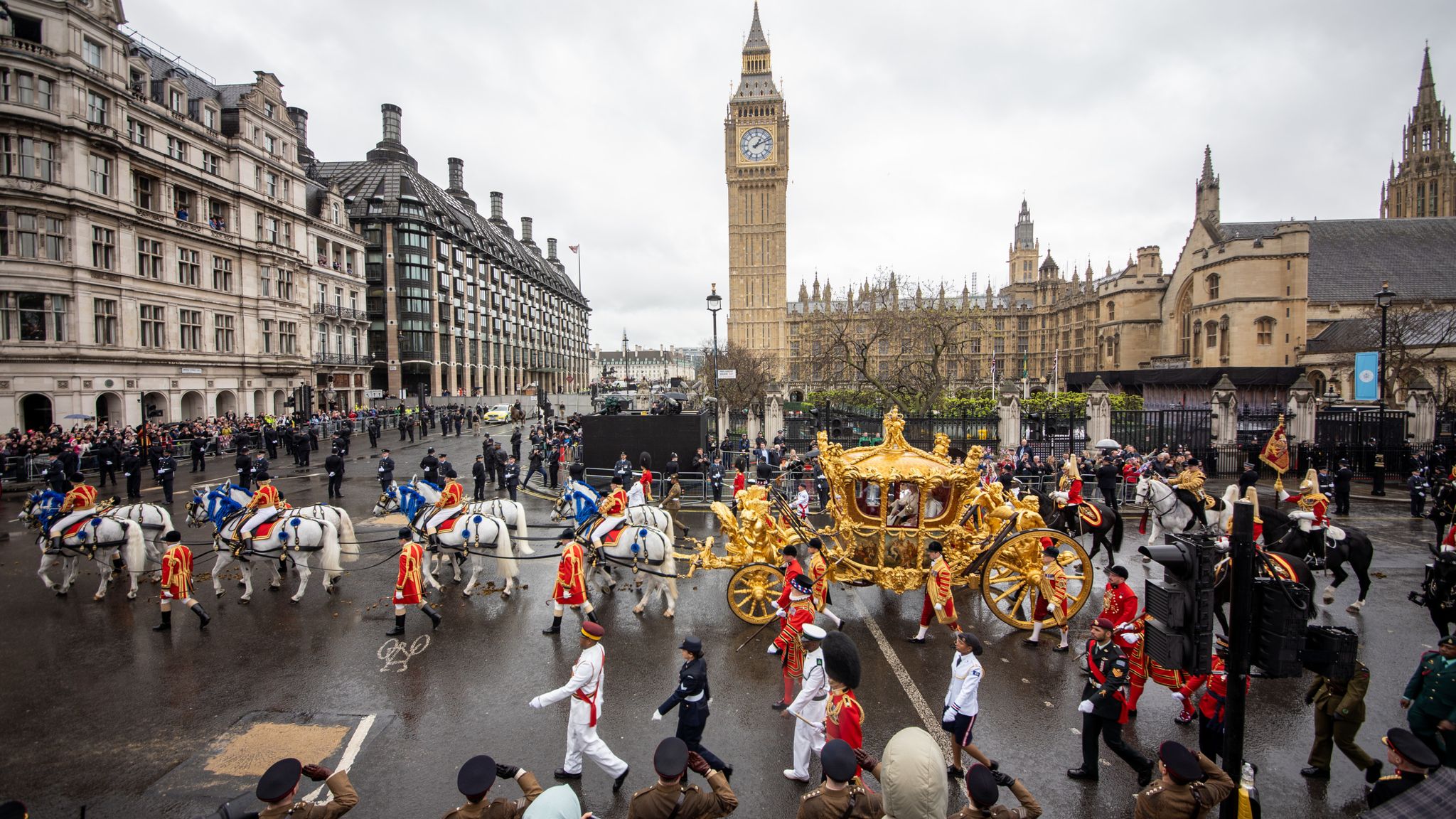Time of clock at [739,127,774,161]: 1:11
